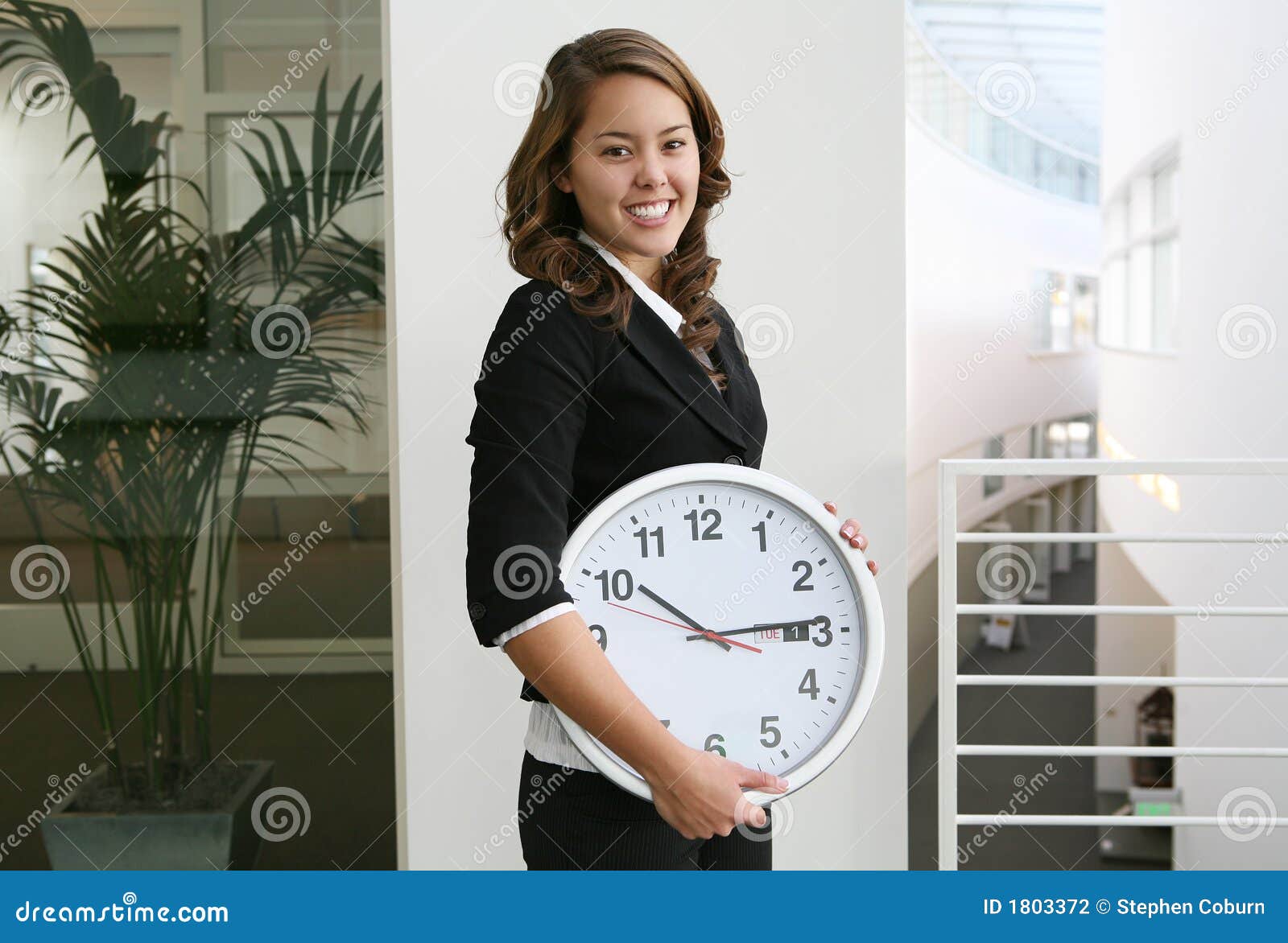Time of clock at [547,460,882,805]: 10:13
